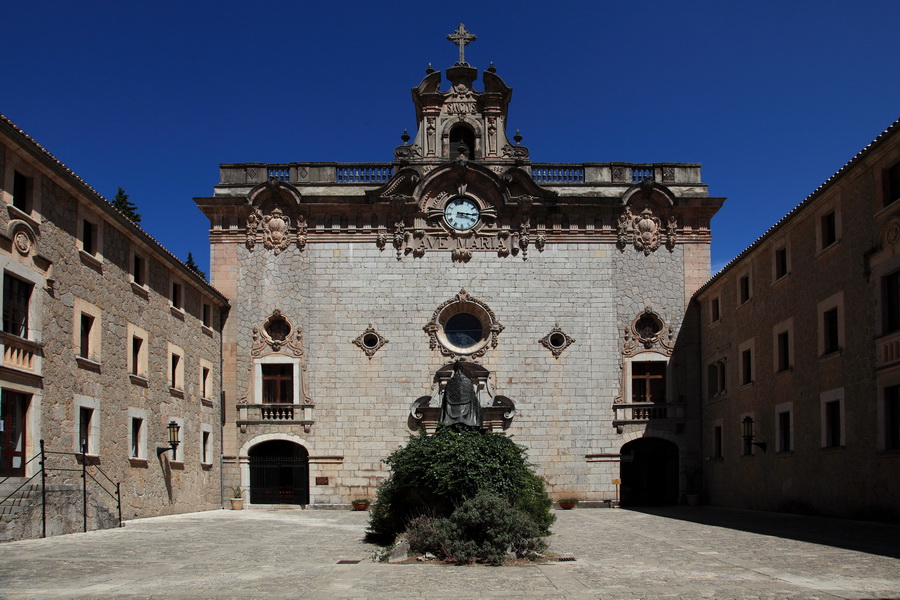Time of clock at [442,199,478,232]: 3:15
